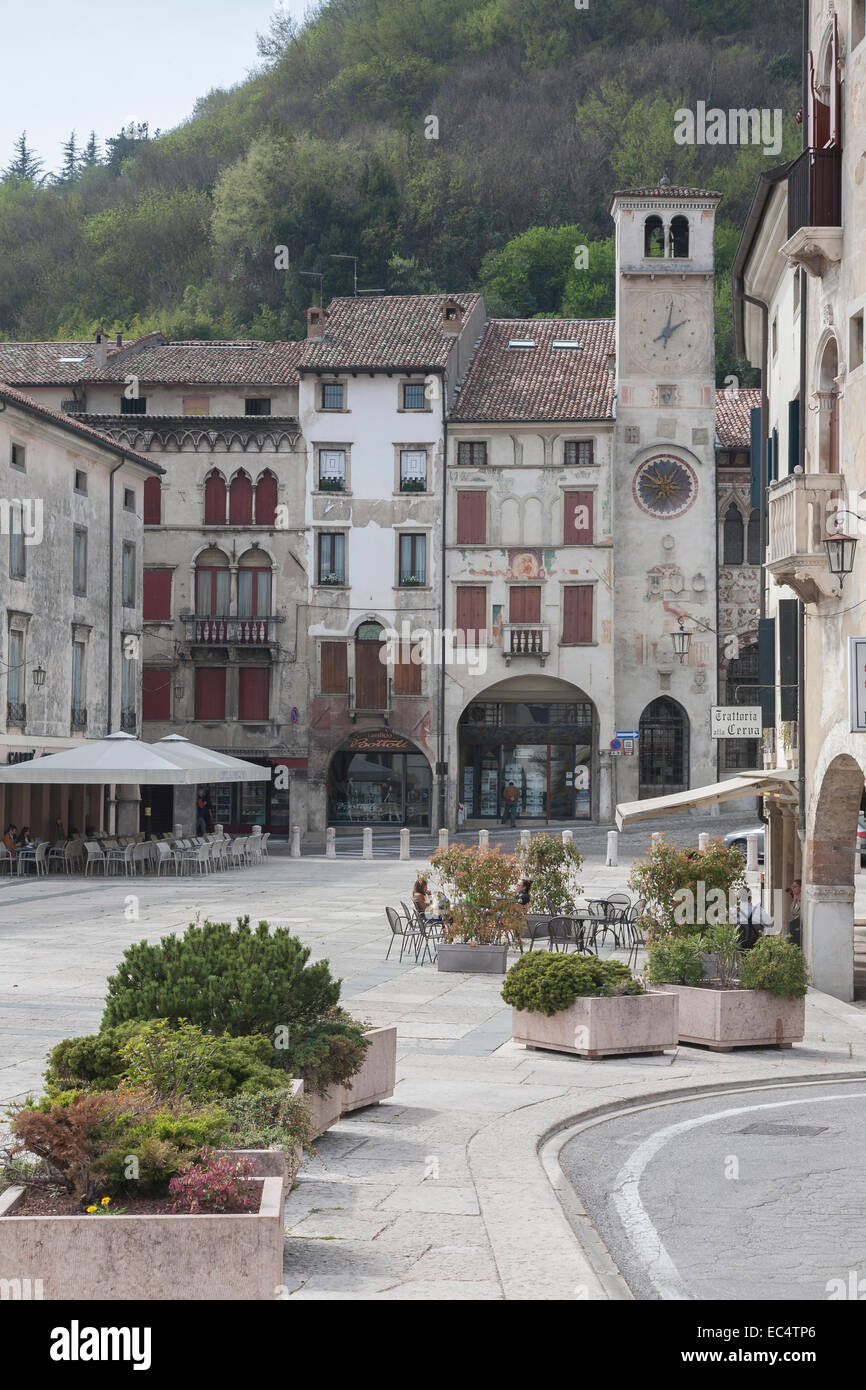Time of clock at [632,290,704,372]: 2:01
